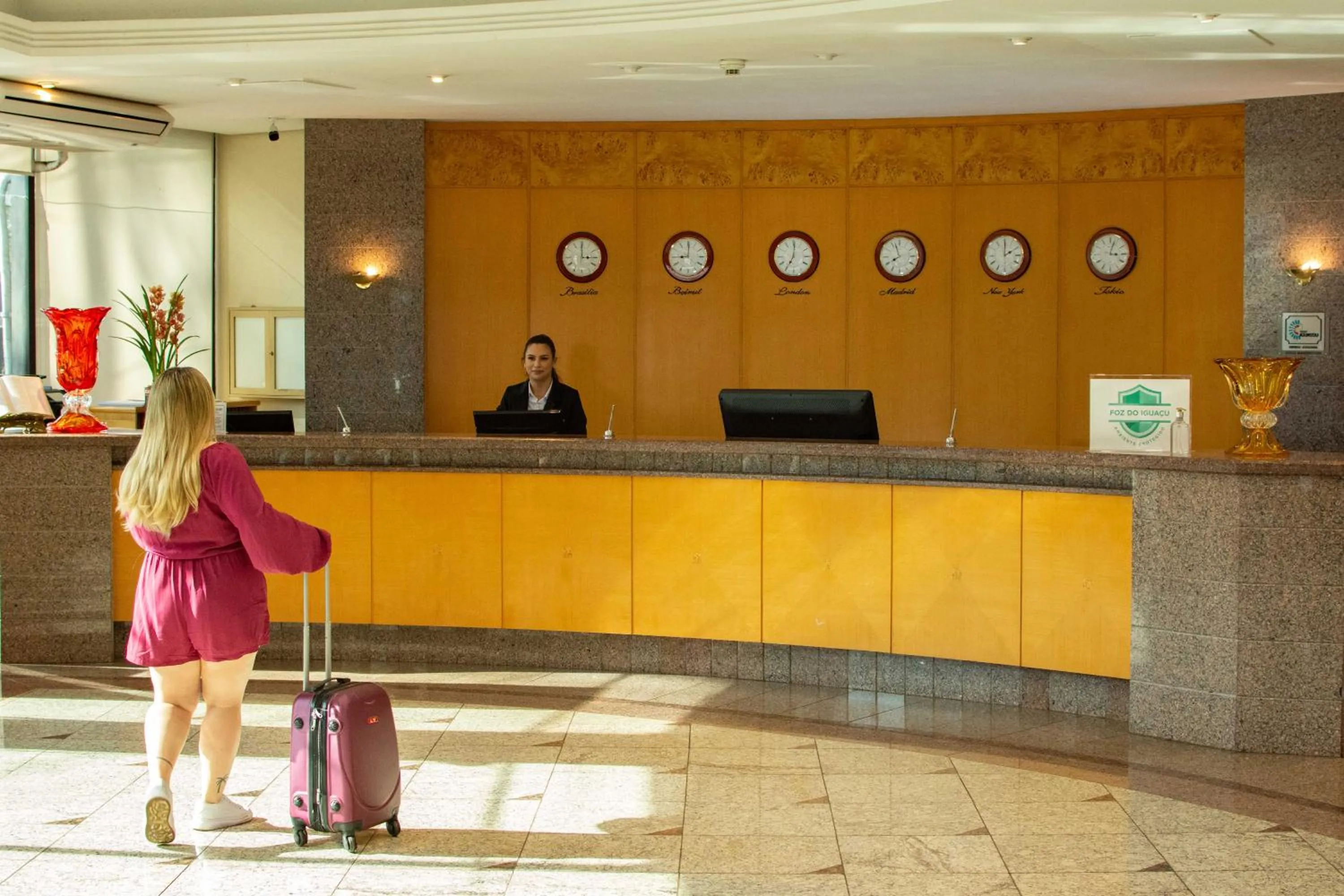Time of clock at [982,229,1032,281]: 2:00
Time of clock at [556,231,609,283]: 2:59
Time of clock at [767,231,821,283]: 7:00
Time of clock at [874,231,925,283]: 7:57
